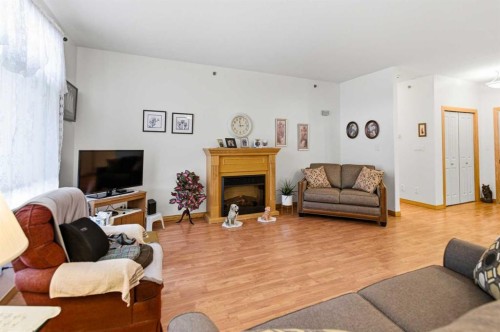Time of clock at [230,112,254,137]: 2:58
